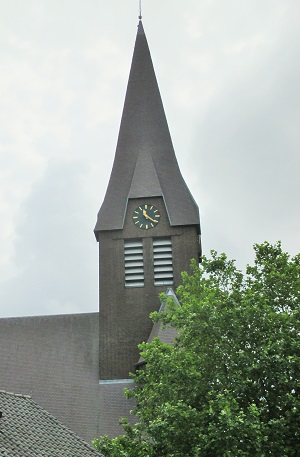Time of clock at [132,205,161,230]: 11:21
